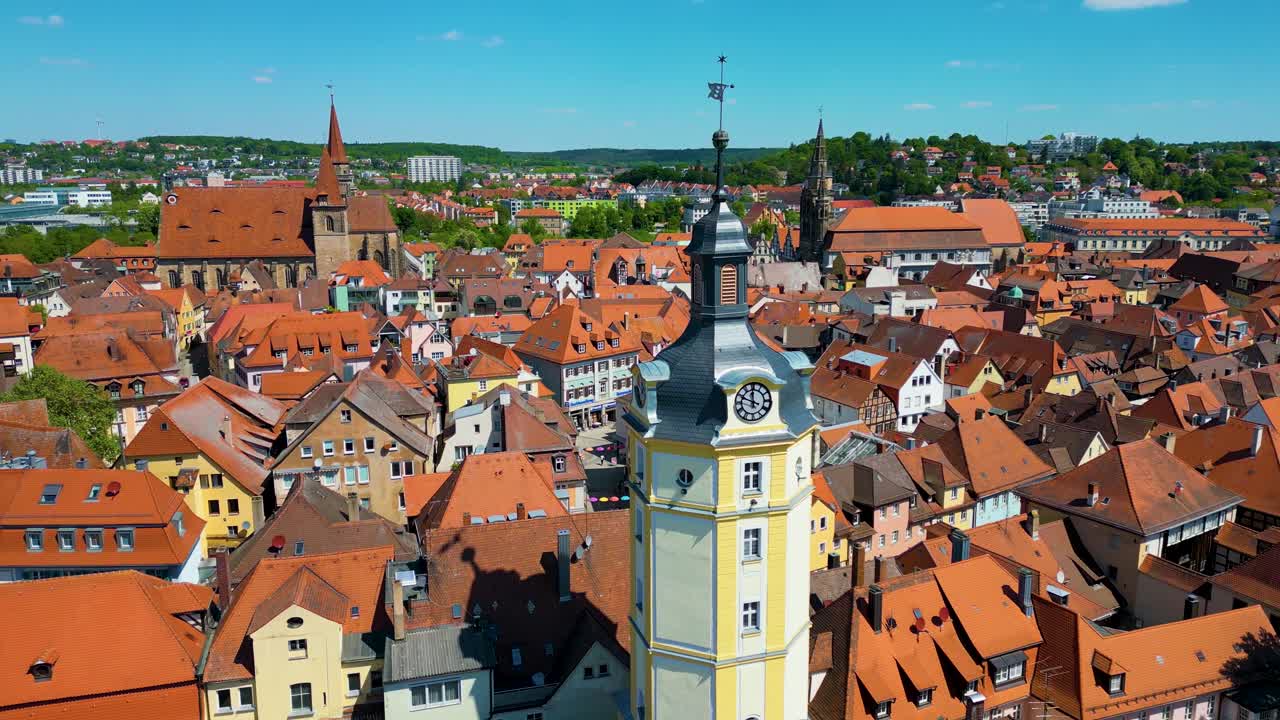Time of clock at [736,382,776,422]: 11:48
